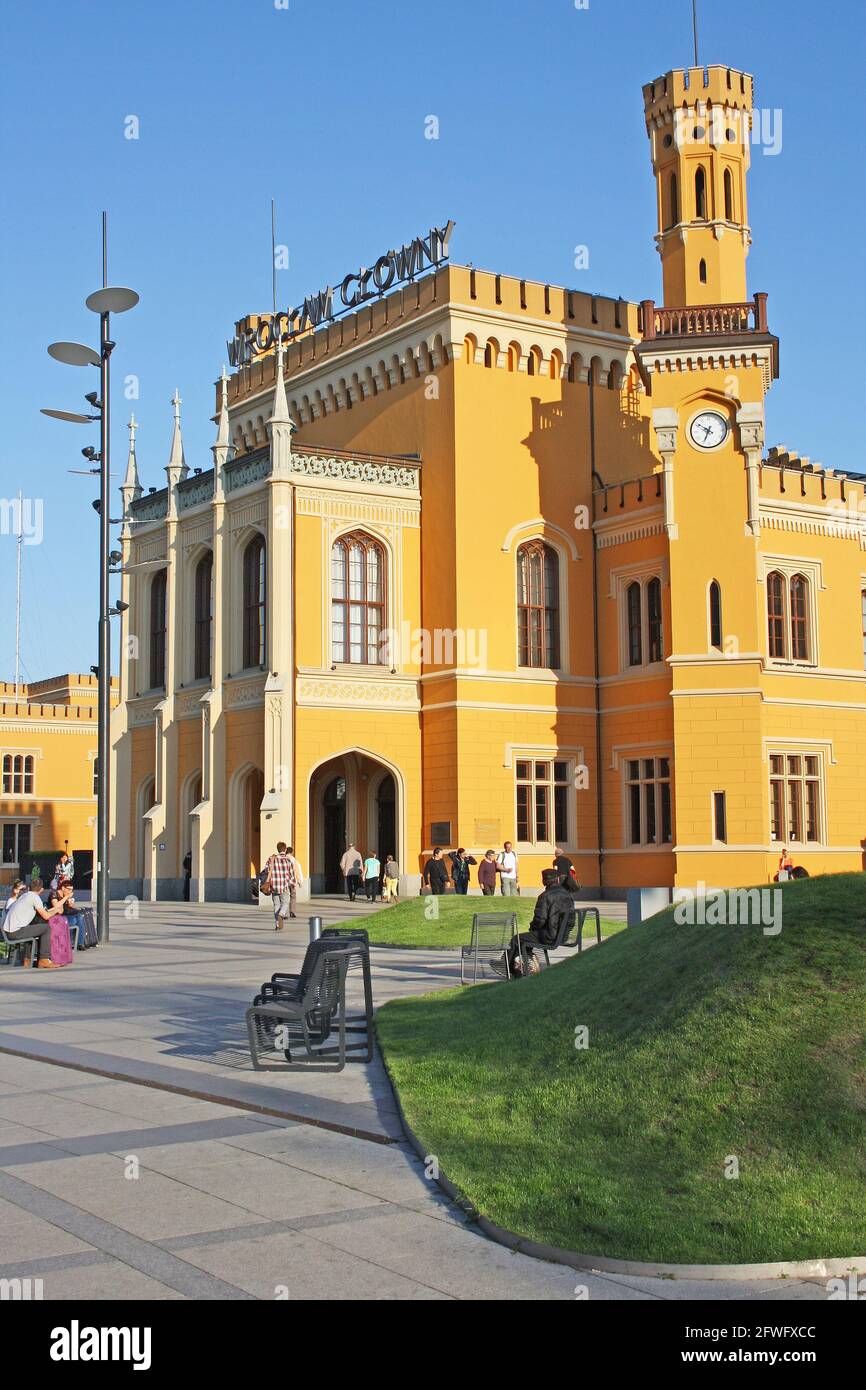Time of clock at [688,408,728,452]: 6:50
